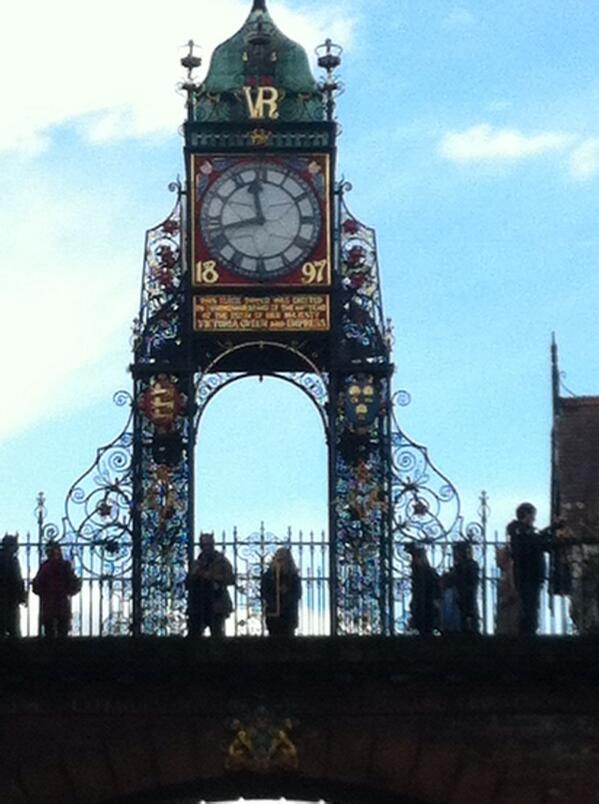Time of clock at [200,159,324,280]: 11:42
